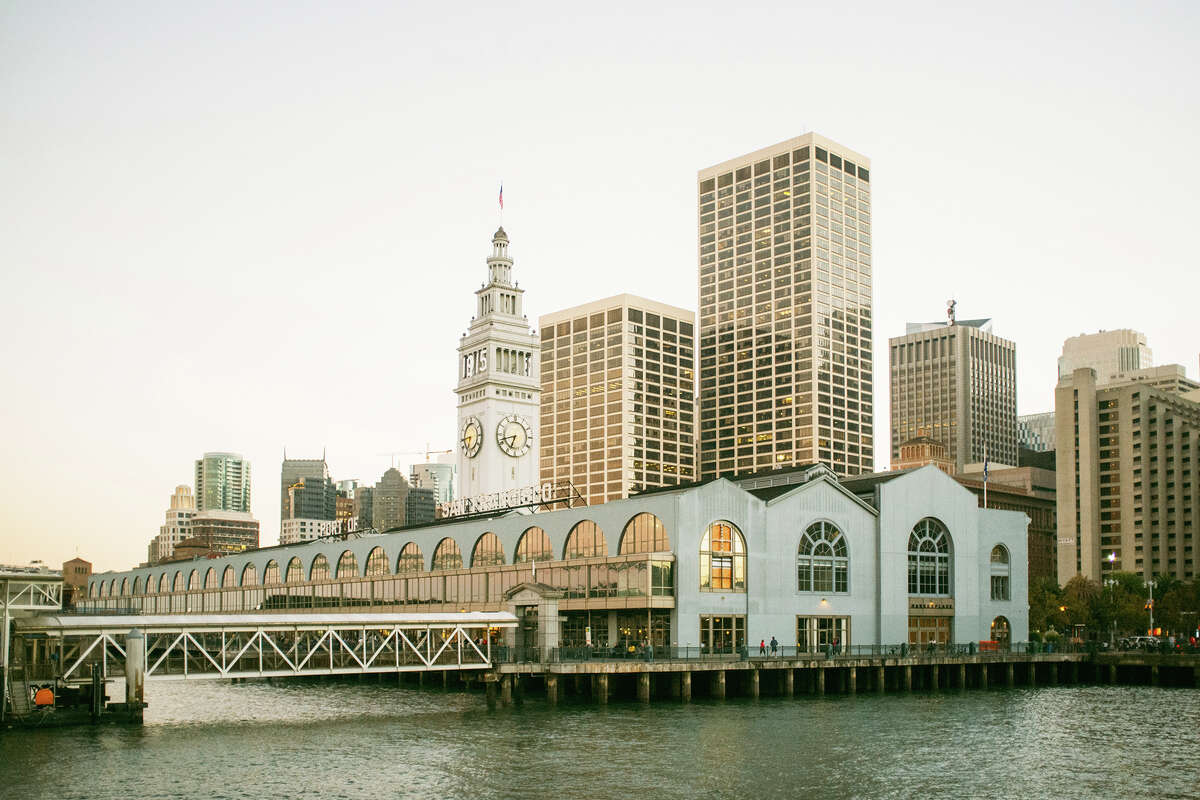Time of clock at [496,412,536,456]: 6:42
